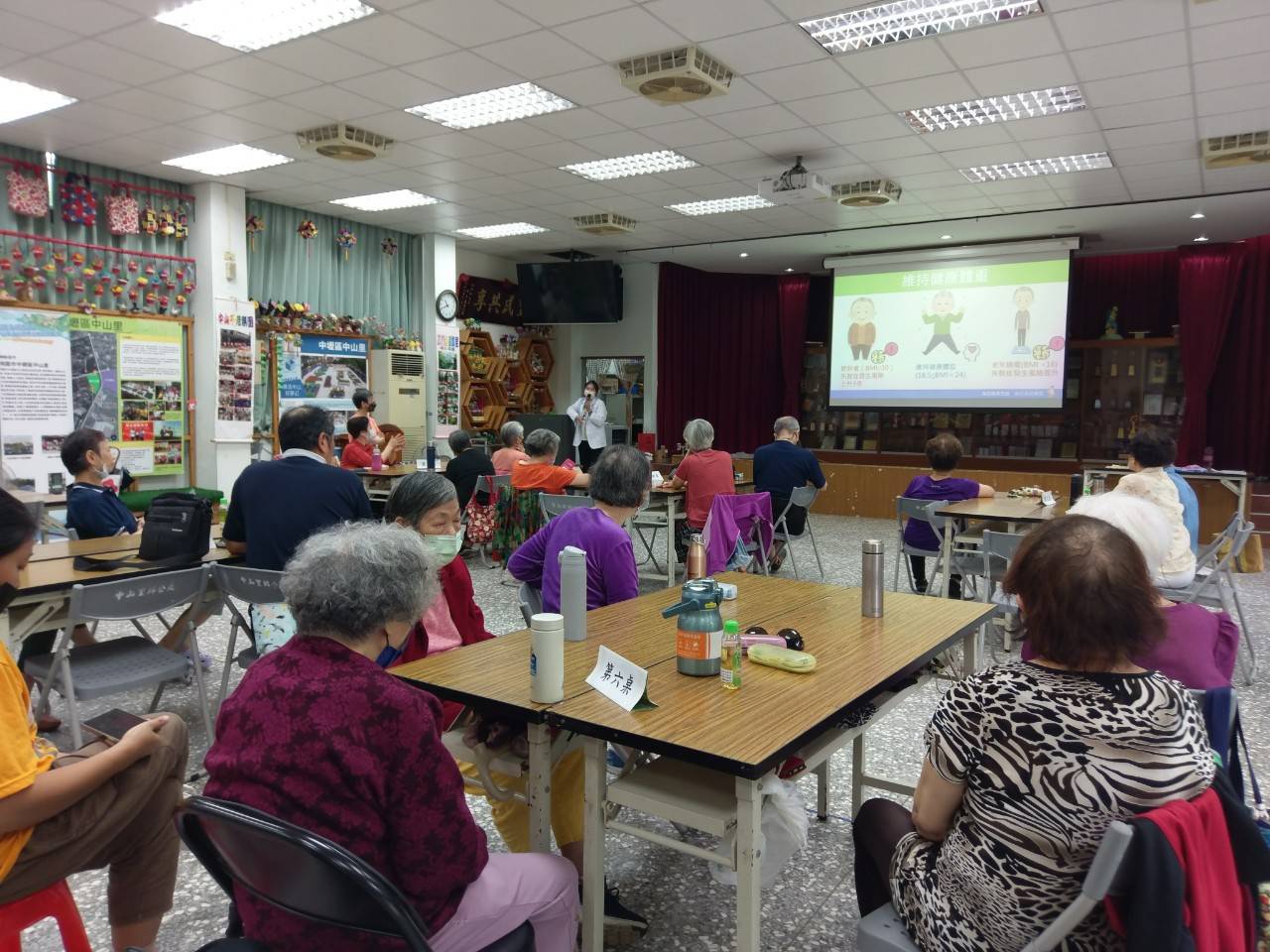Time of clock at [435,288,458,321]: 10:41
